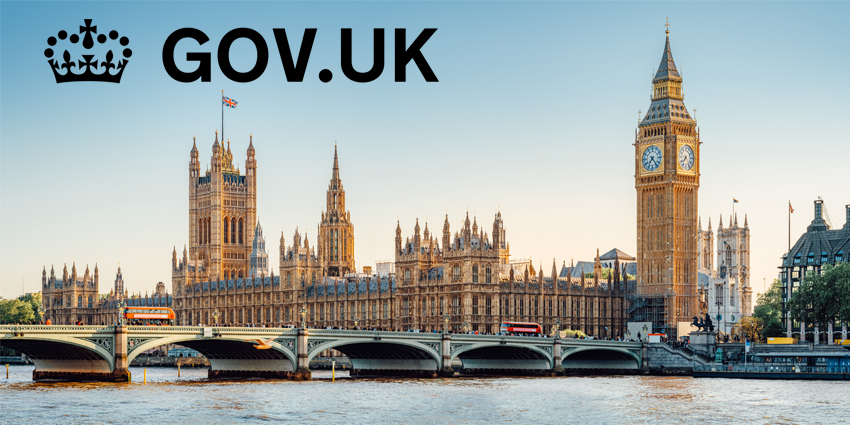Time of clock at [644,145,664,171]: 7:23
